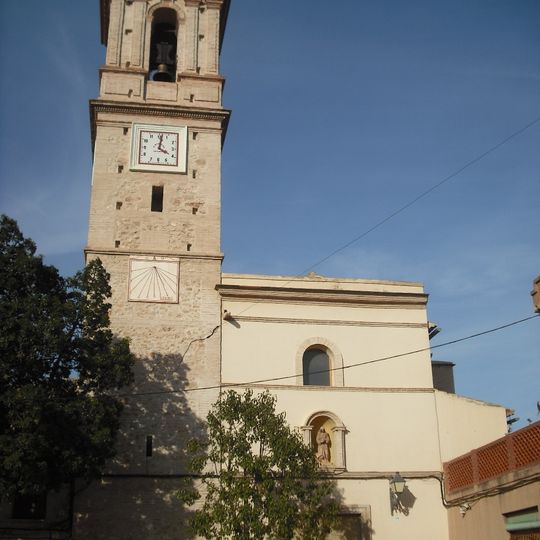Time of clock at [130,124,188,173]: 4:01
